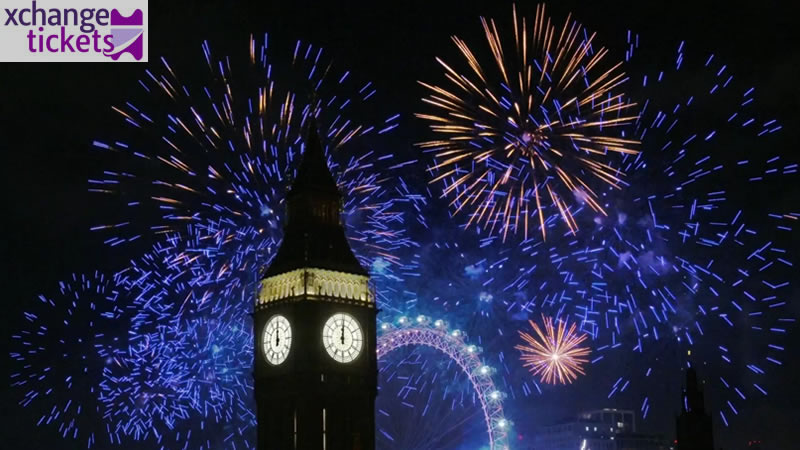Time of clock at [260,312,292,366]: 12:00
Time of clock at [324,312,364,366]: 12:00
